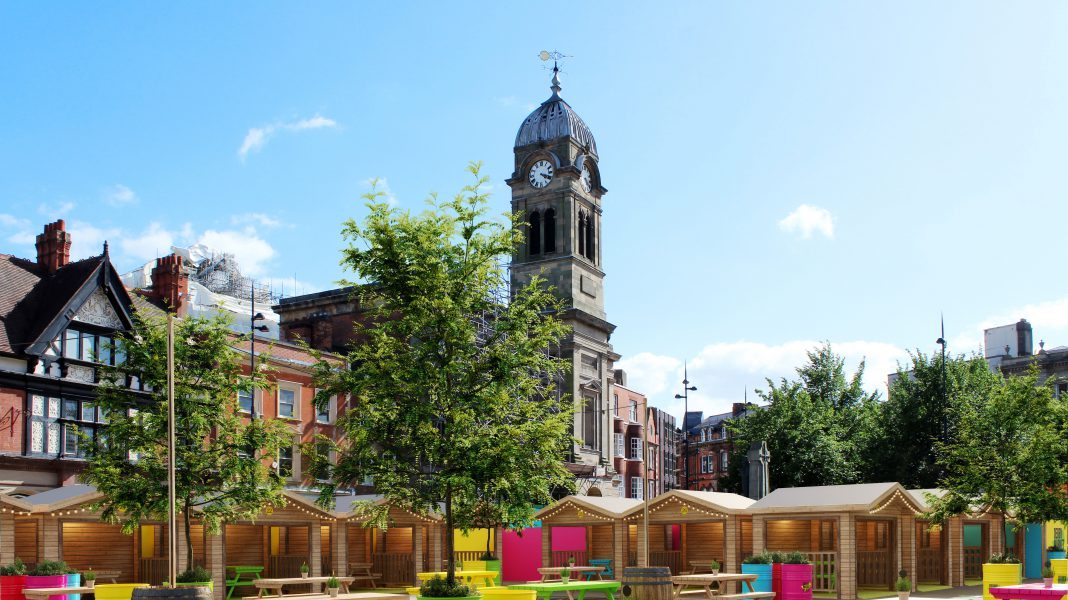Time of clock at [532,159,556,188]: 4:18
